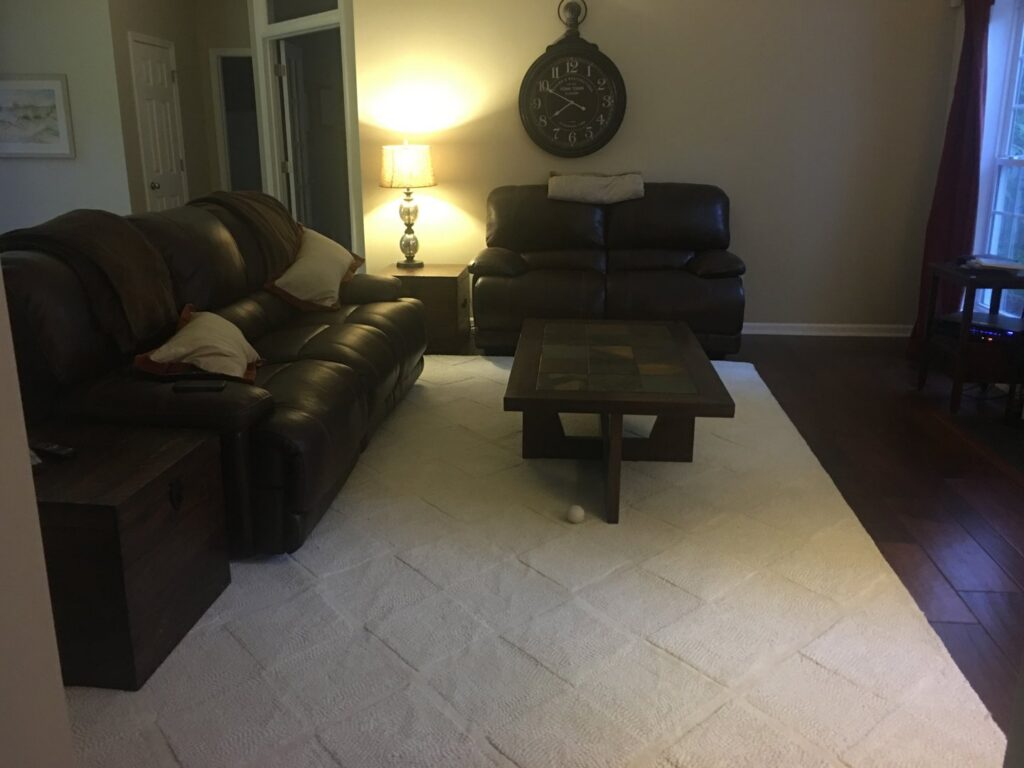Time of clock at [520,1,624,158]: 7:49
